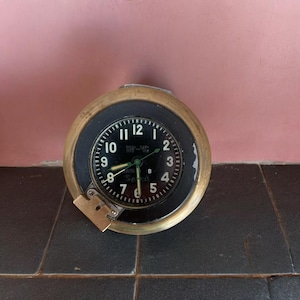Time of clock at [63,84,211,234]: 8:29
